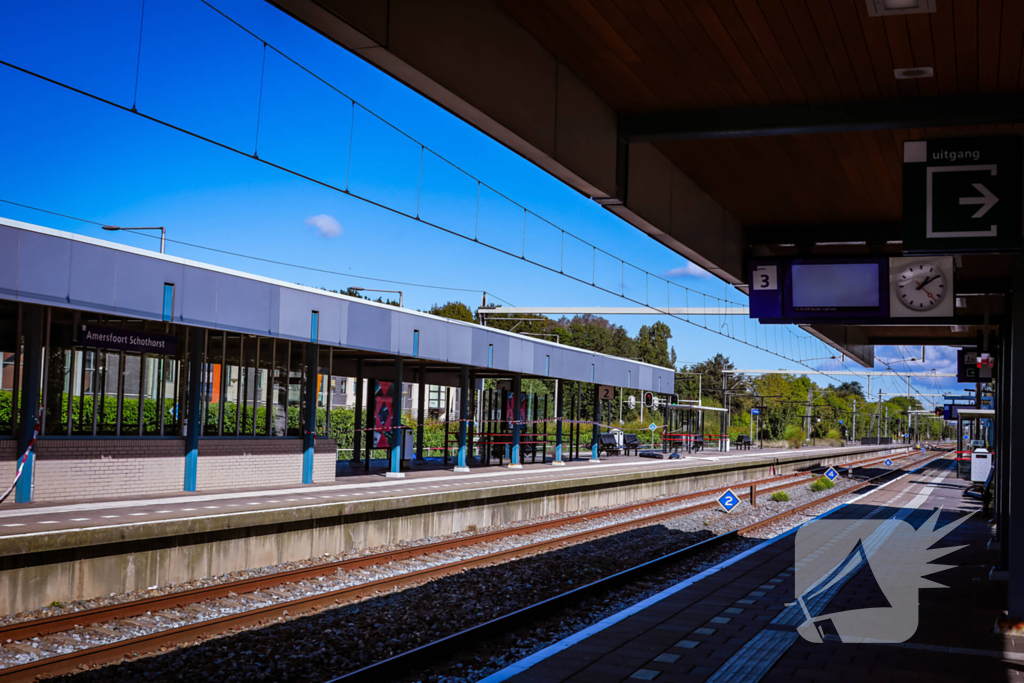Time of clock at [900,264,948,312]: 1:09
